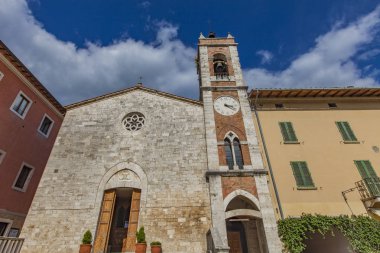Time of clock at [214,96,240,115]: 3:21
